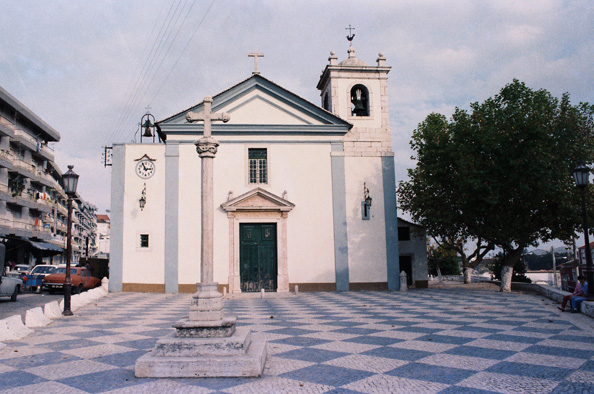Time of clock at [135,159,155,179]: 2:56
